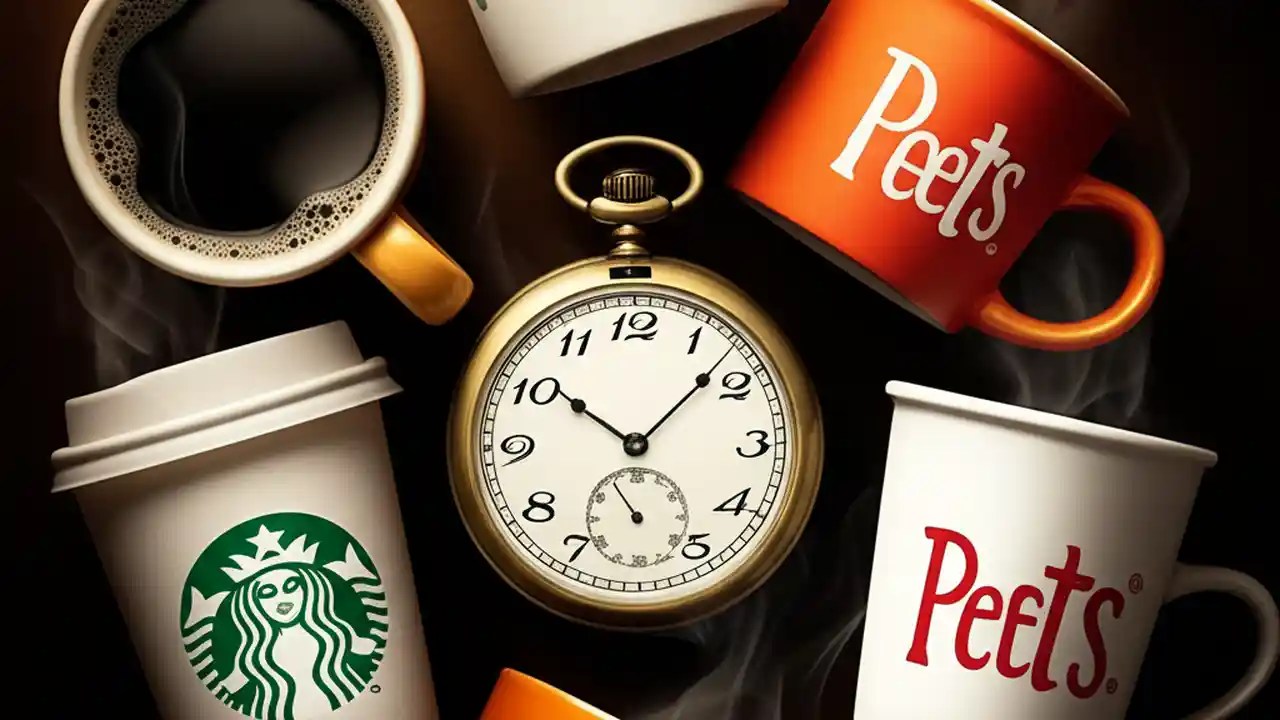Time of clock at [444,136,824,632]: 10:07
